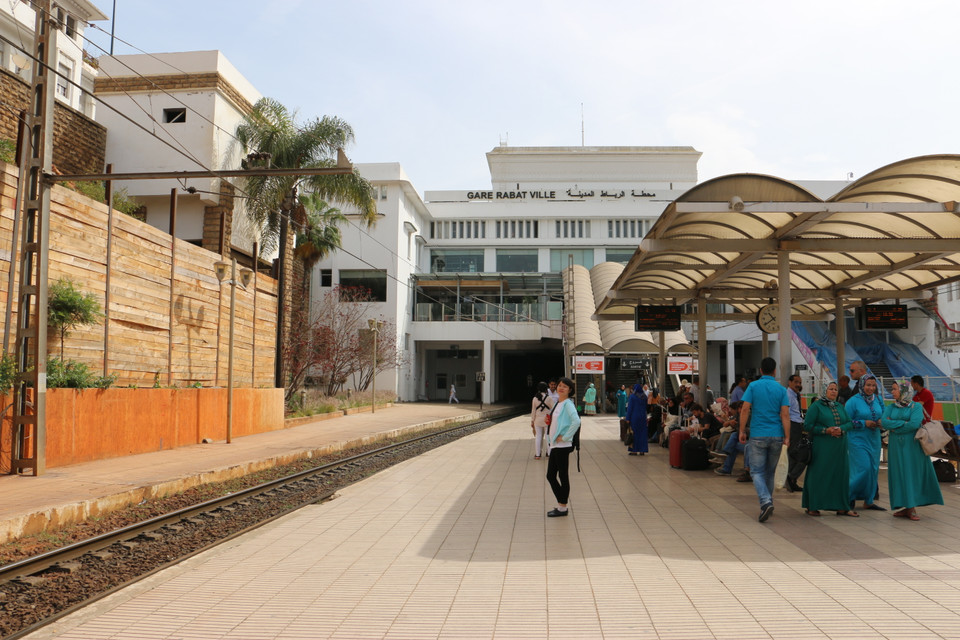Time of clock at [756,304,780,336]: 10:39
